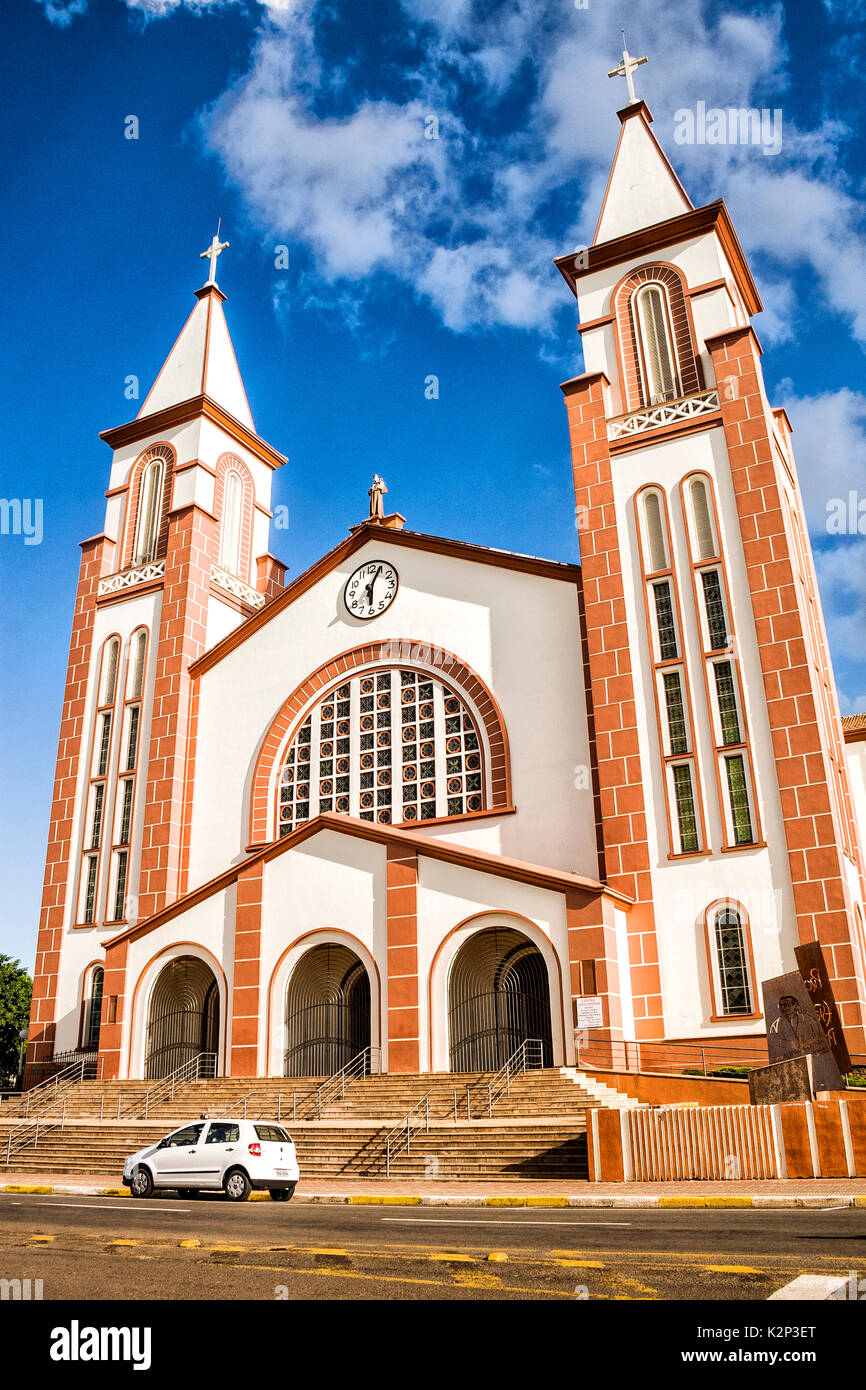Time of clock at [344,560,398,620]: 6:04
